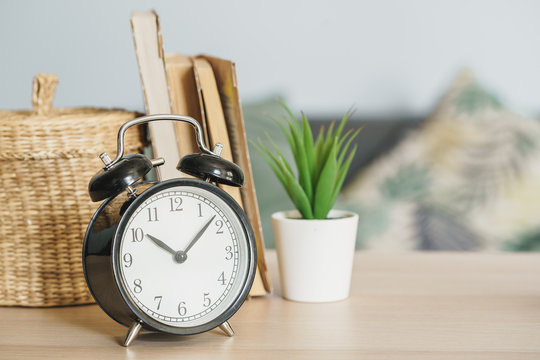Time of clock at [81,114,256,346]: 10:07
